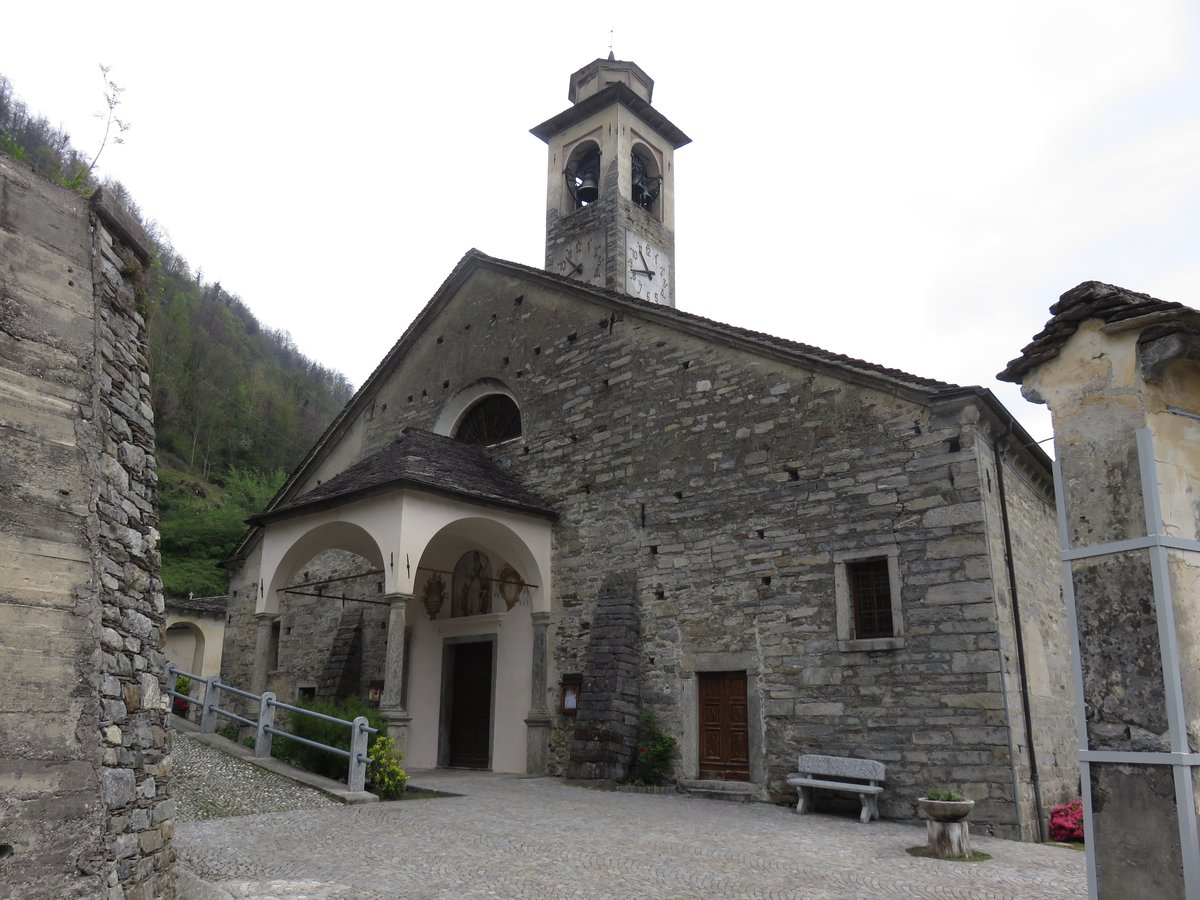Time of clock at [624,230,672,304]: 10:42
